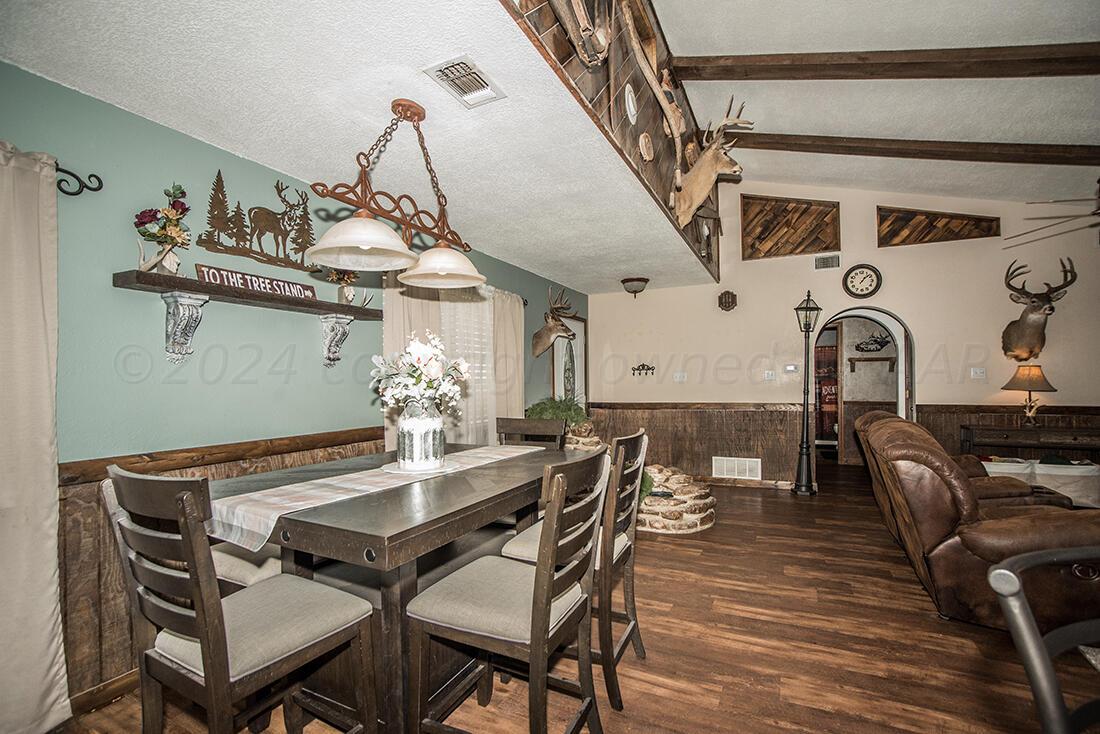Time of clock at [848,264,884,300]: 1:07
